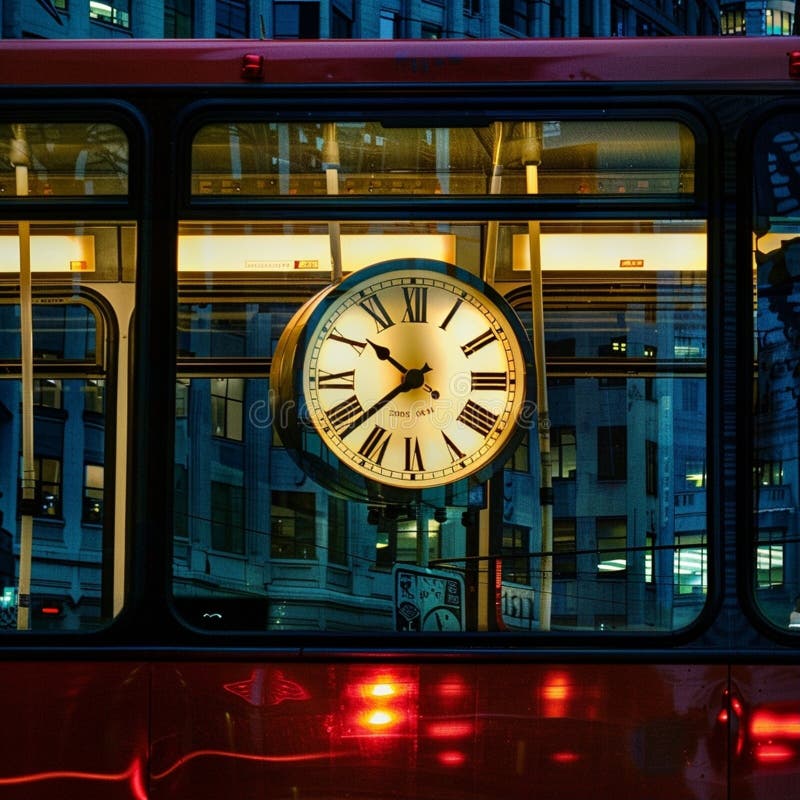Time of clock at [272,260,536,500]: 10:38
